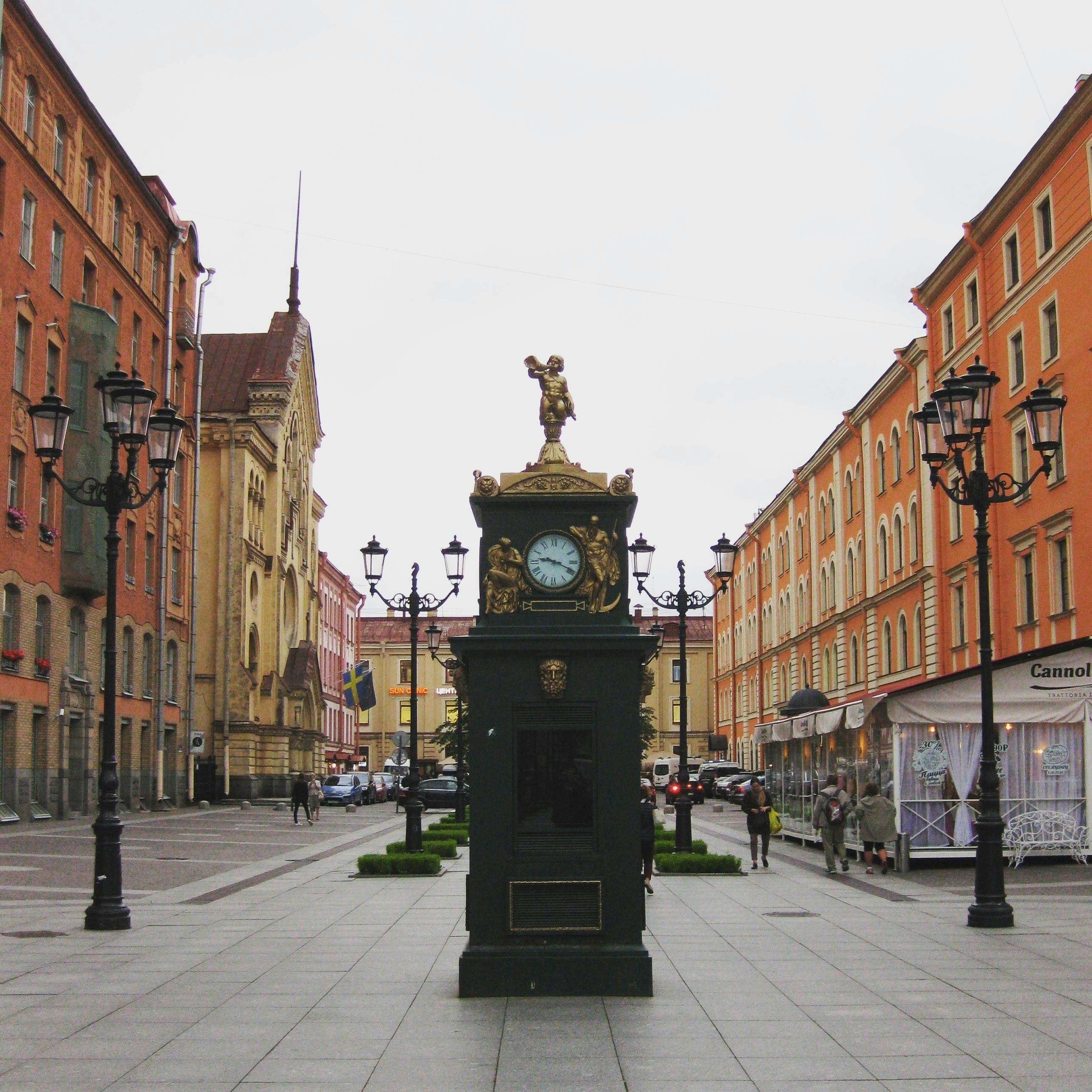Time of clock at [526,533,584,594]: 9:18
